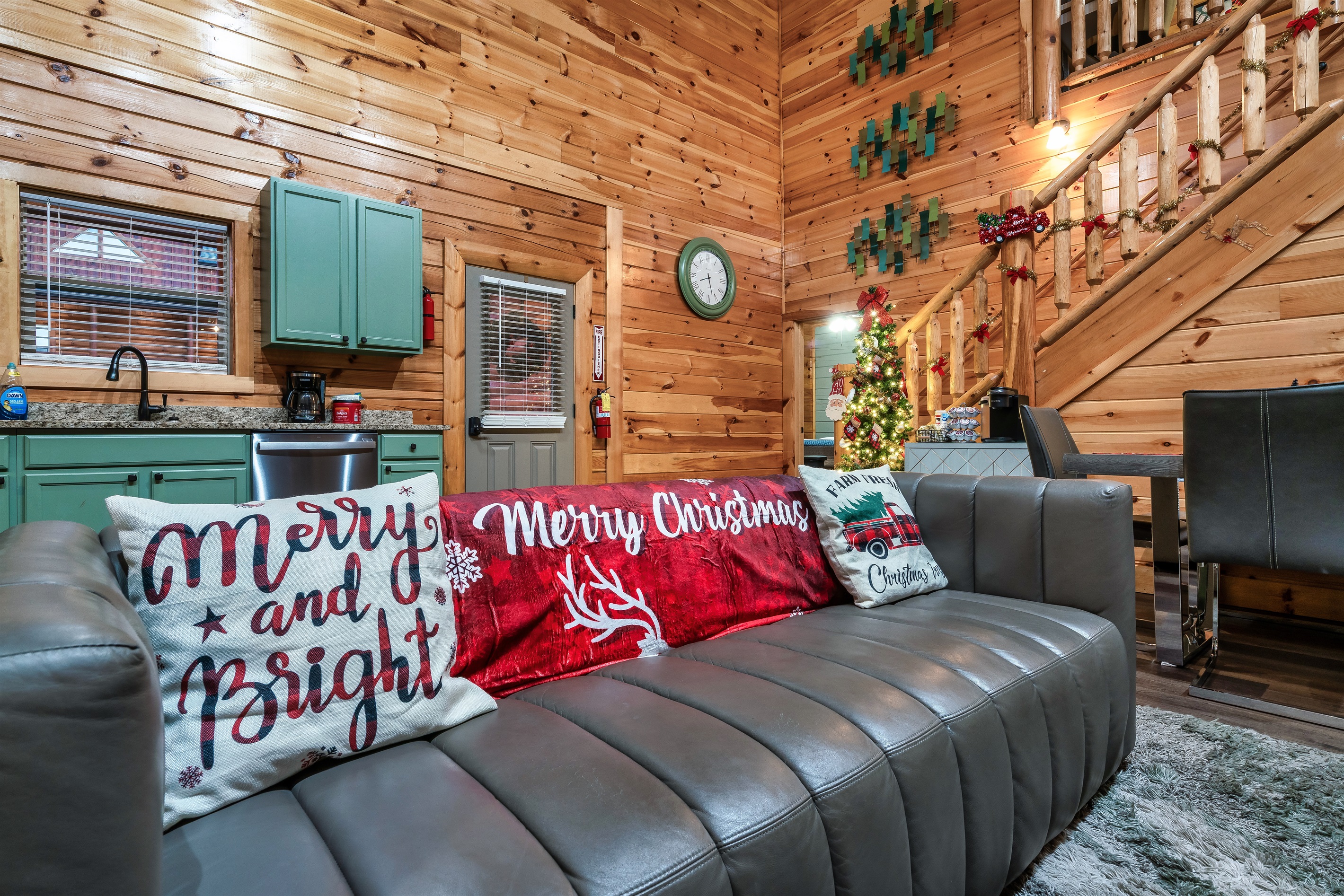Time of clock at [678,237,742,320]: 8:27
